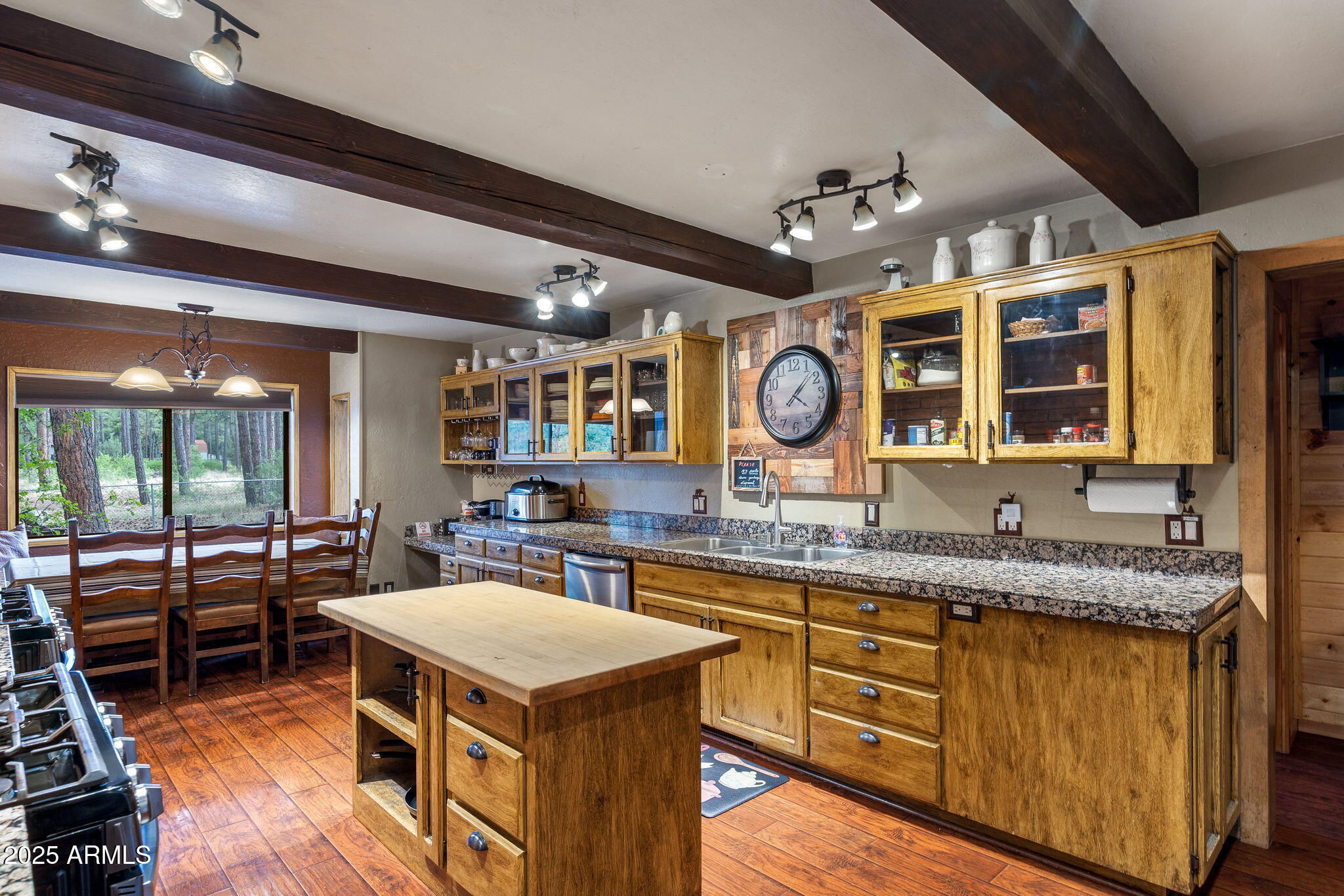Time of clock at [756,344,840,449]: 4:07
